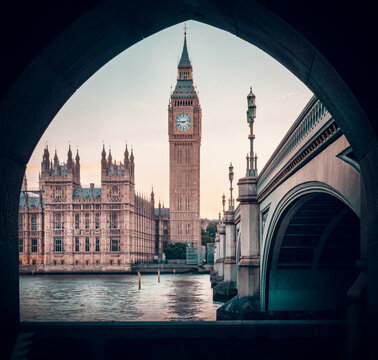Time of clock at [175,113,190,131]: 9:12
